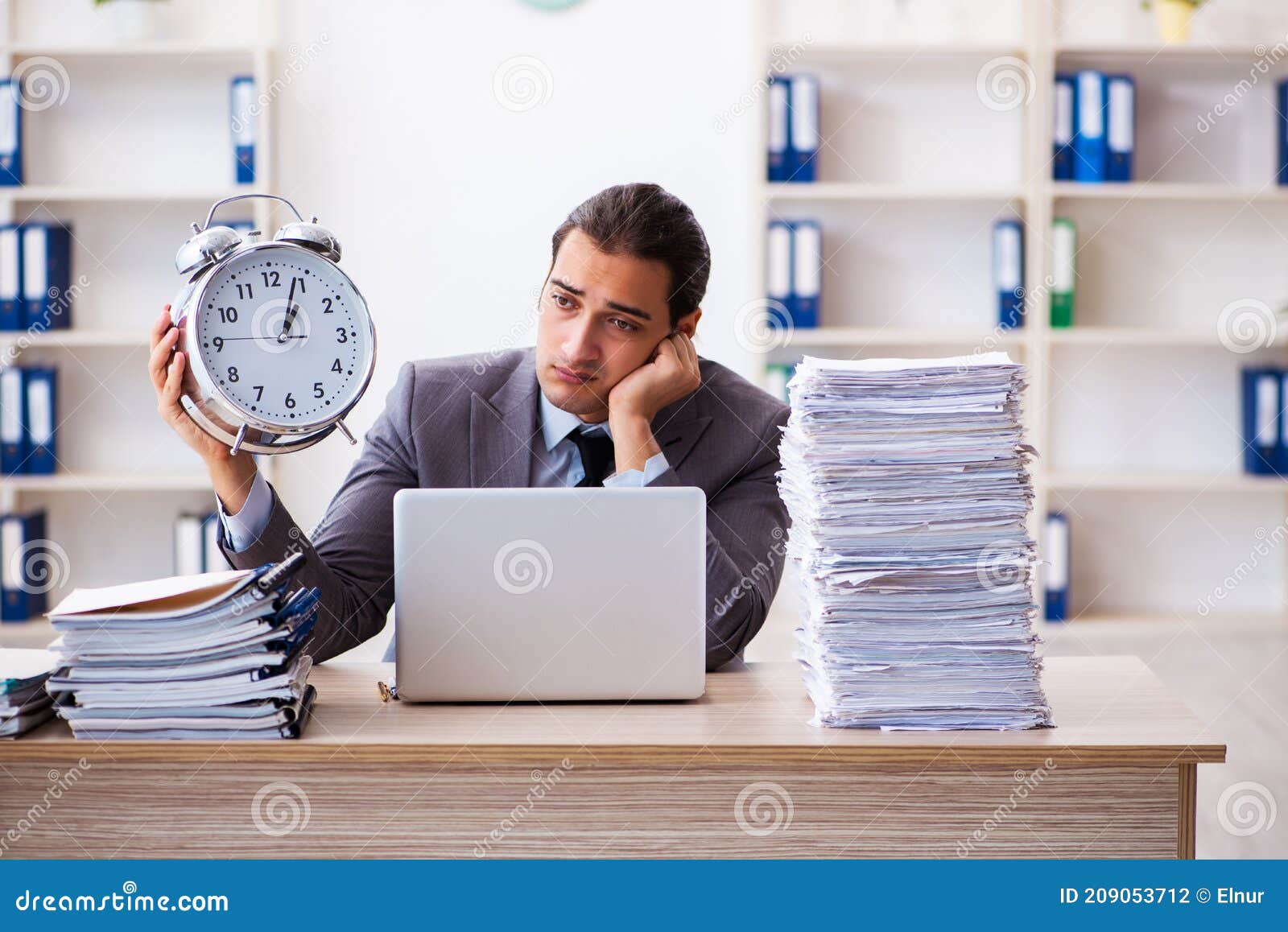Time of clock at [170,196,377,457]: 1:03
